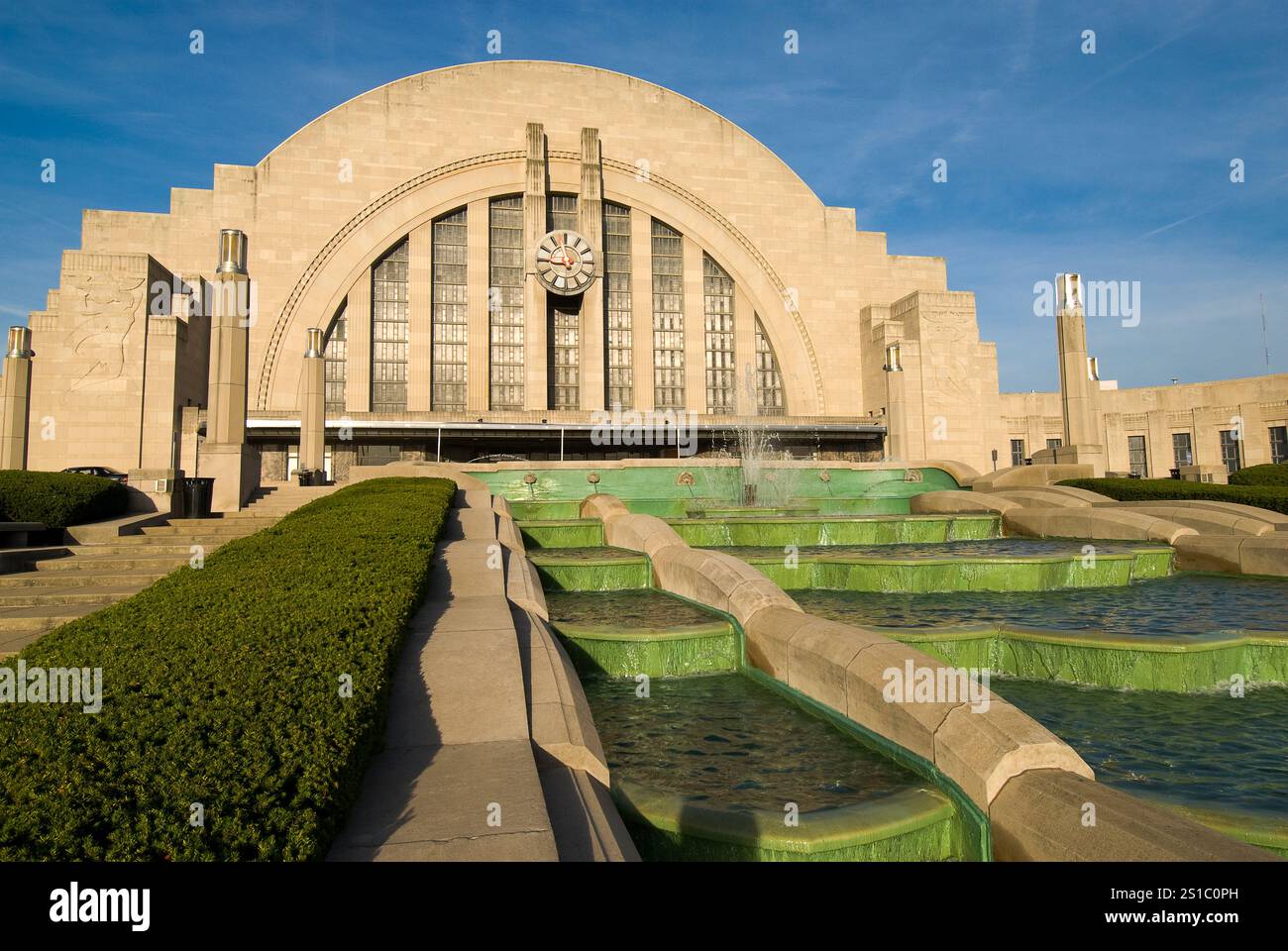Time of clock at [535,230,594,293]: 8:57
